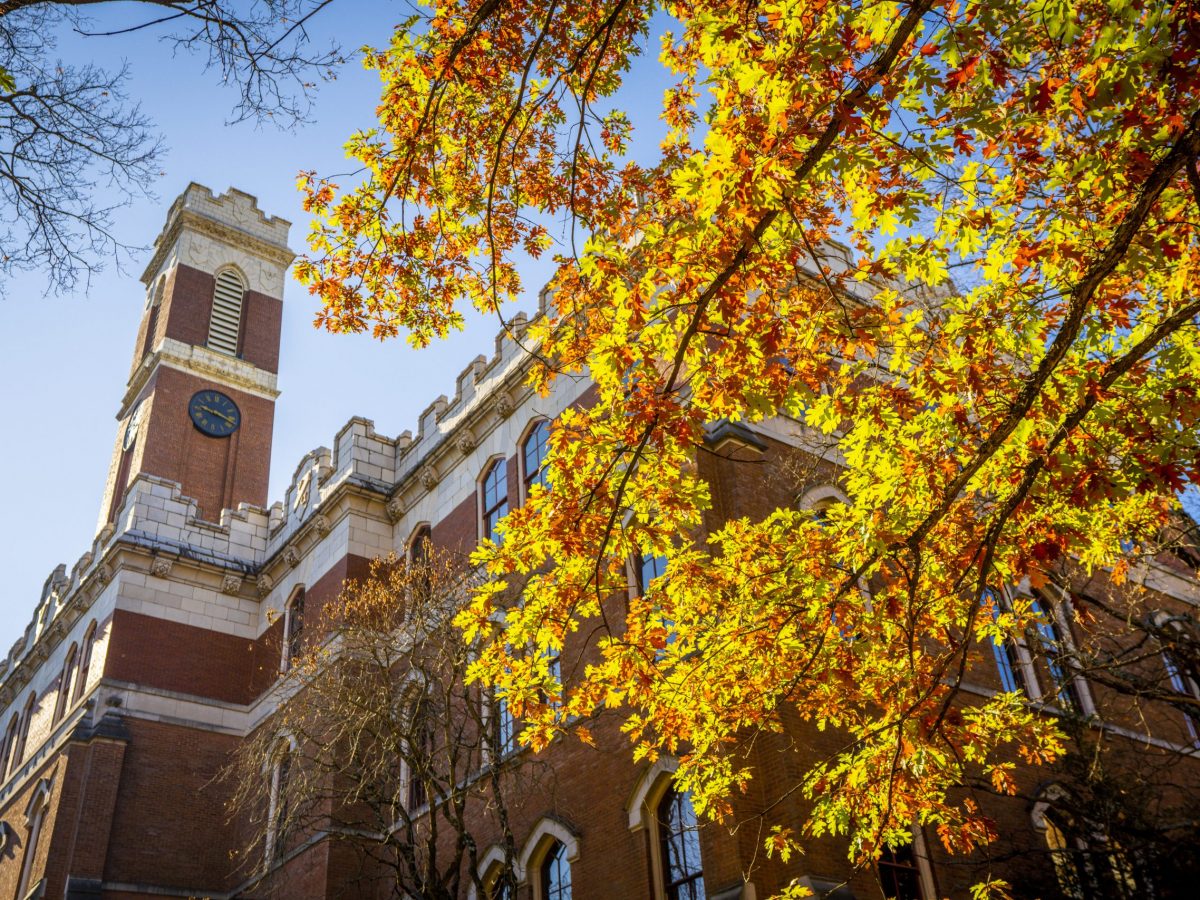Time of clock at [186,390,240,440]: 9:17
